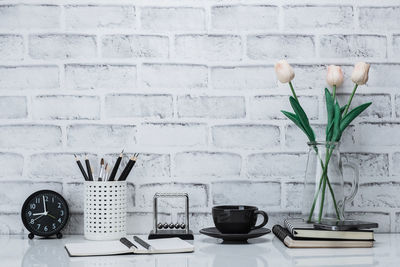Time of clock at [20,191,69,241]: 8:59
